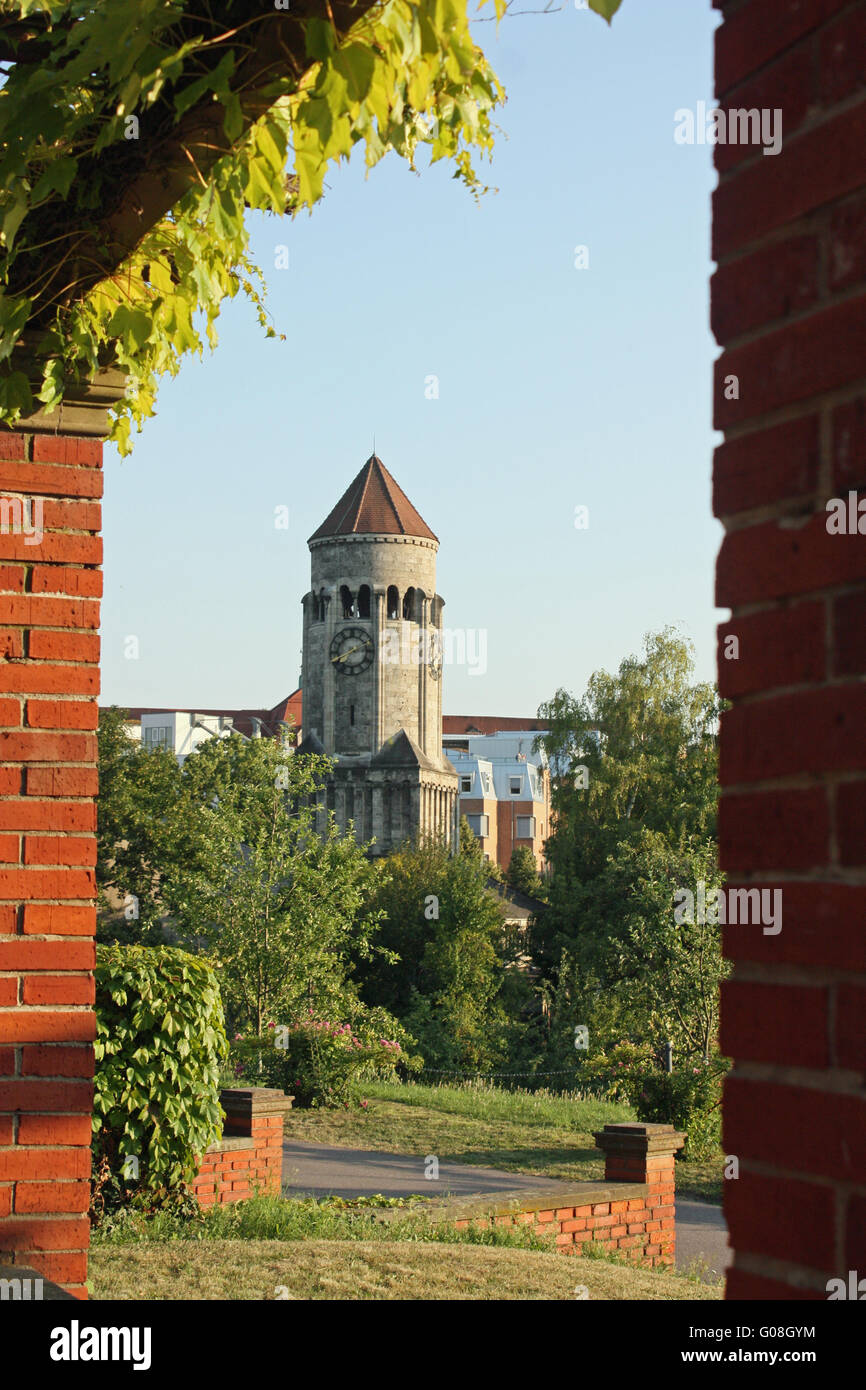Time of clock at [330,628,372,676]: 7:12
